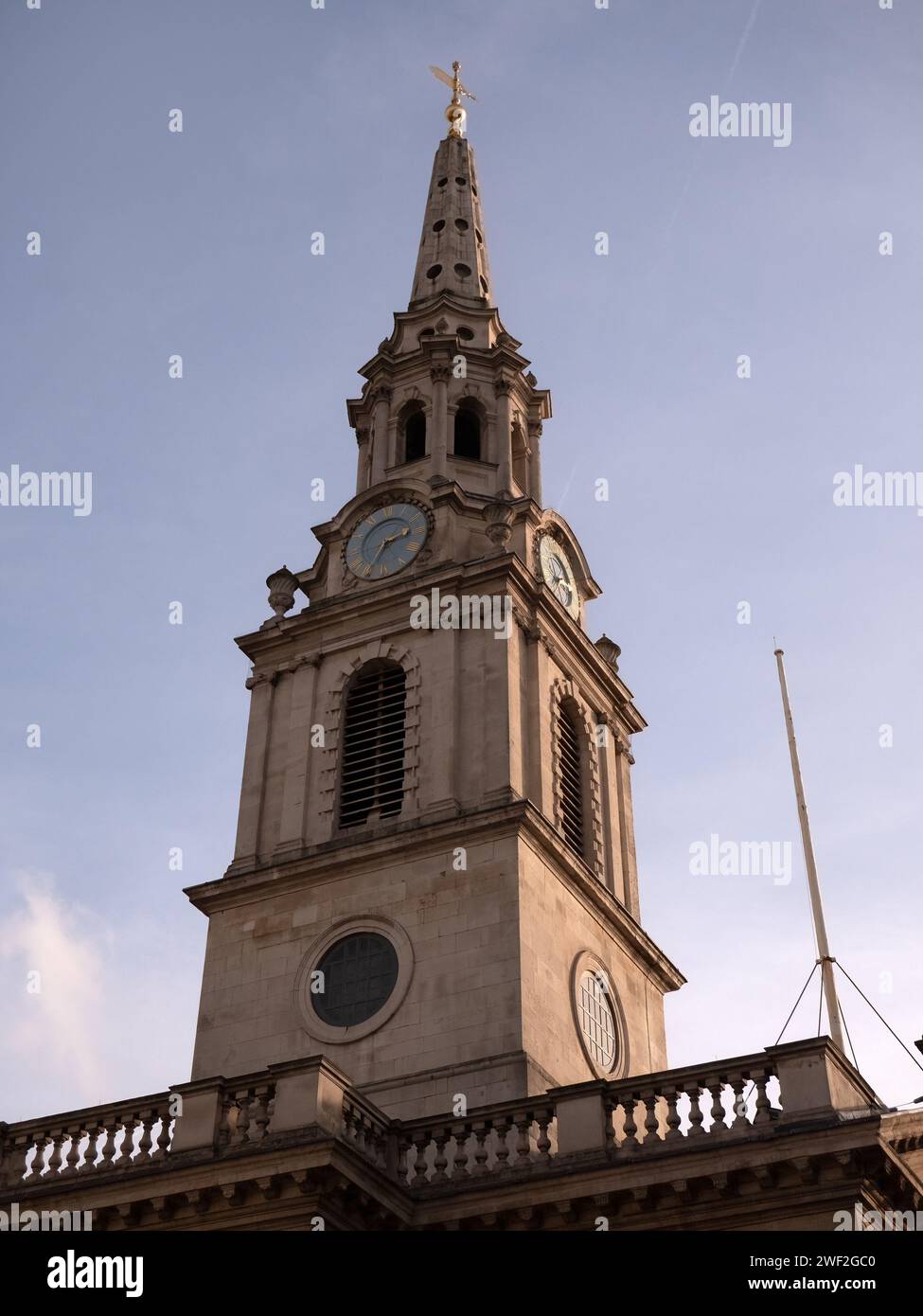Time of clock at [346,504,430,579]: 2:34
